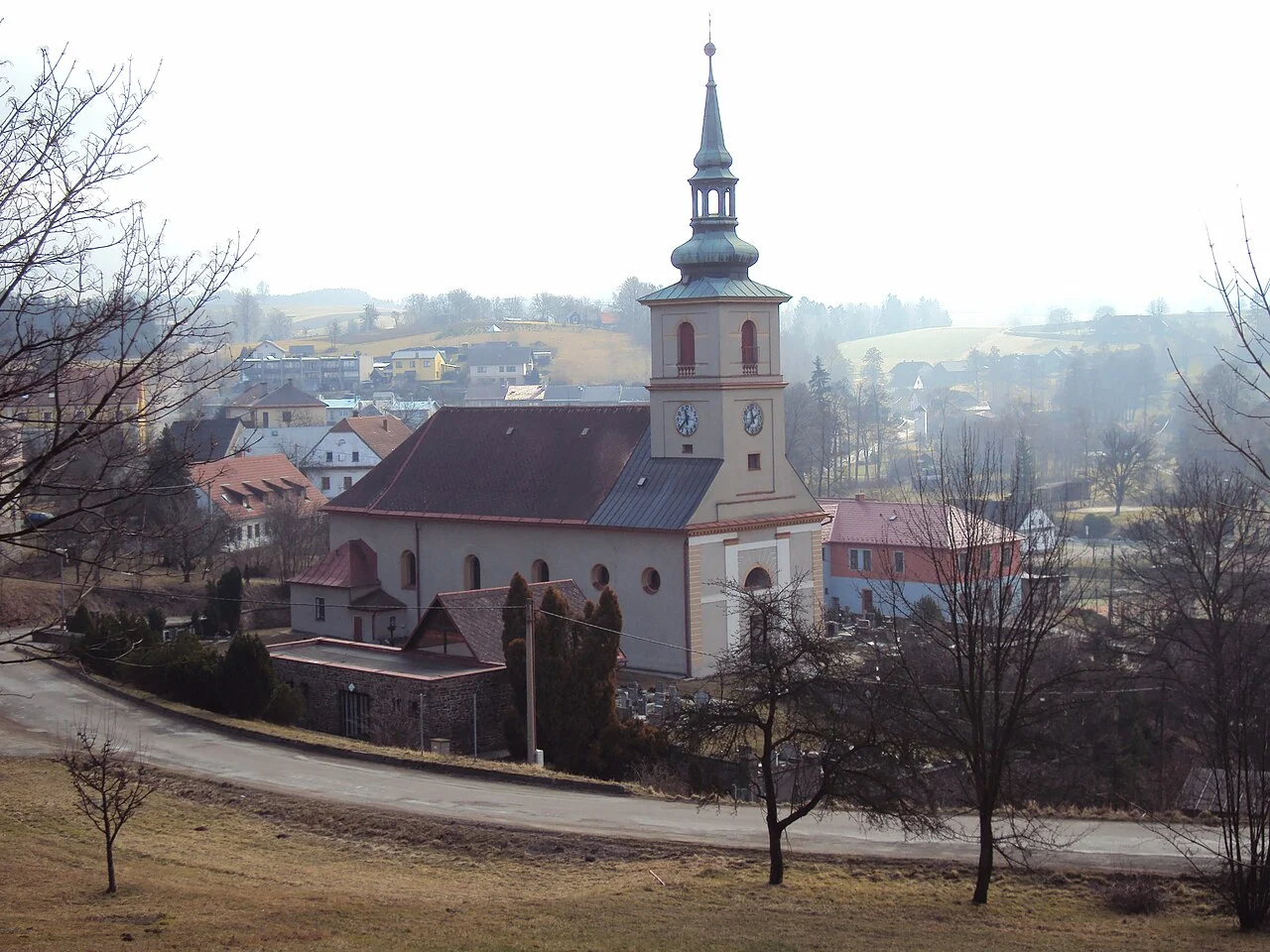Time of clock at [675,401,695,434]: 11:37
